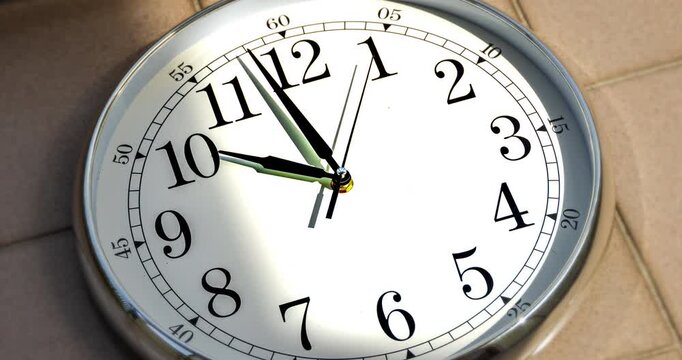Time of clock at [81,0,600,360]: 9:58
